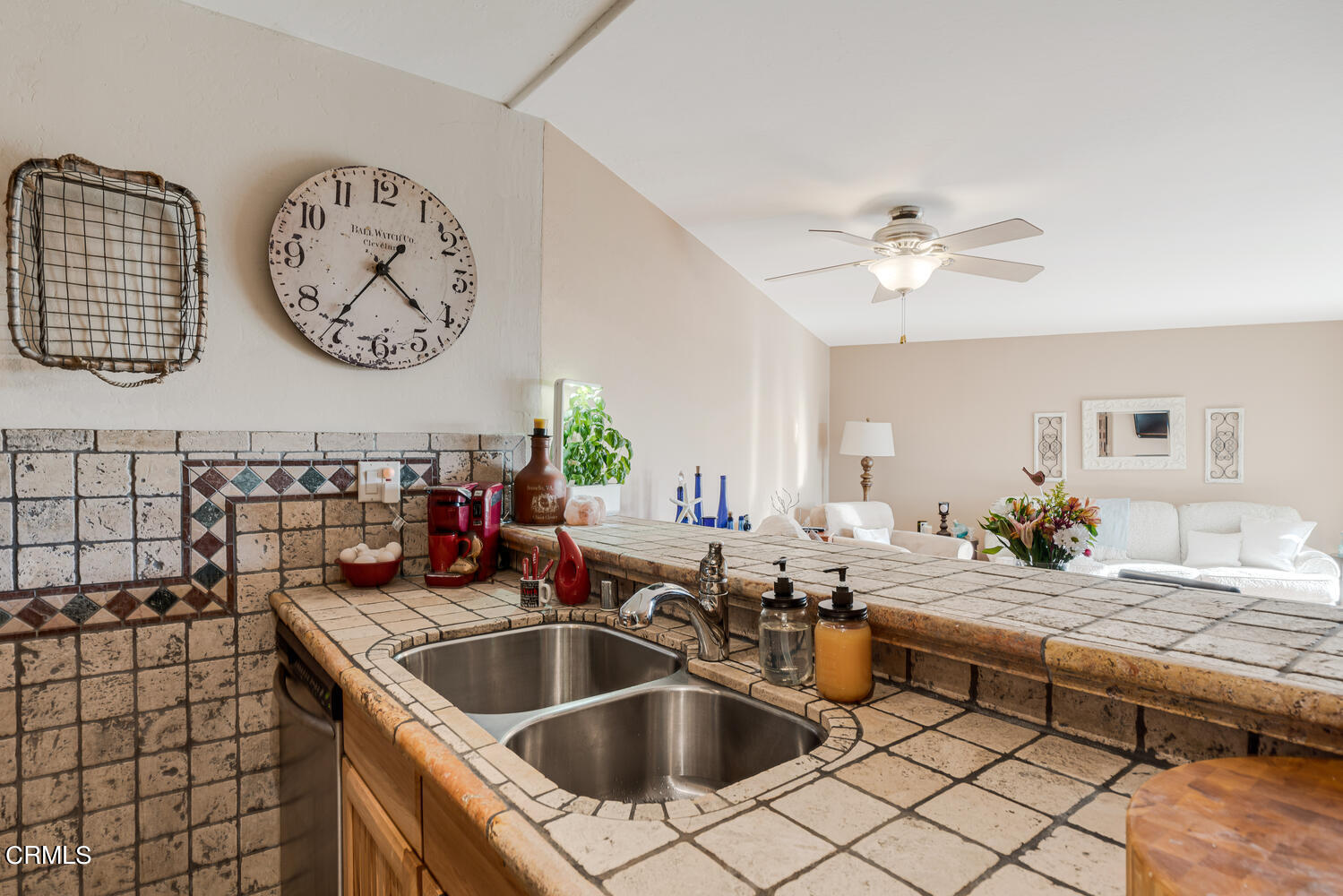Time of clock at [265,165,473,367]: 4:35
